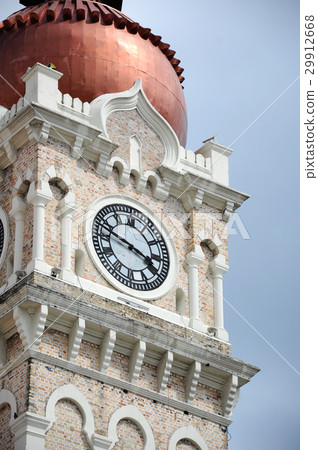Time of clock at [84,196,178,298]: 3:47
